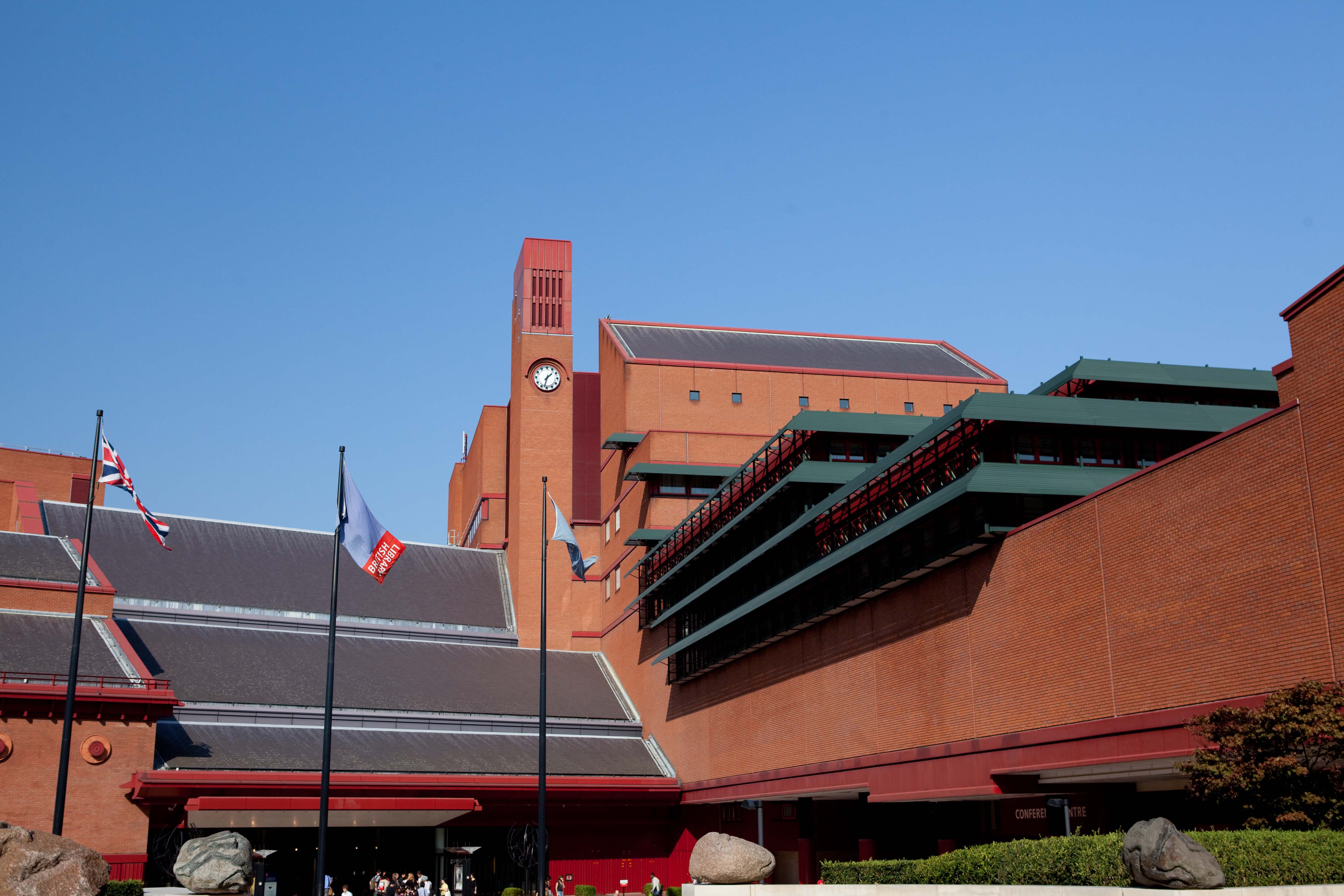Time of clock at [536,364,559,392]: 1:32
